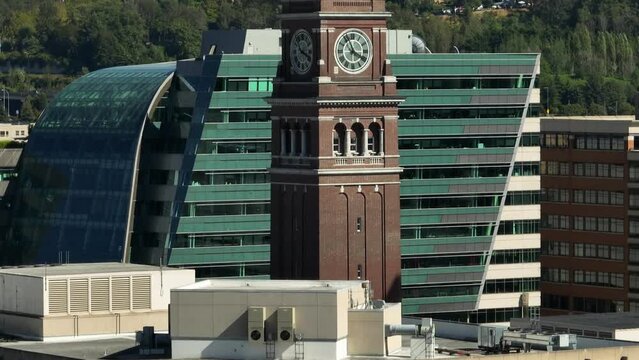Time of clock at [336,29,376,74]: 3:56
